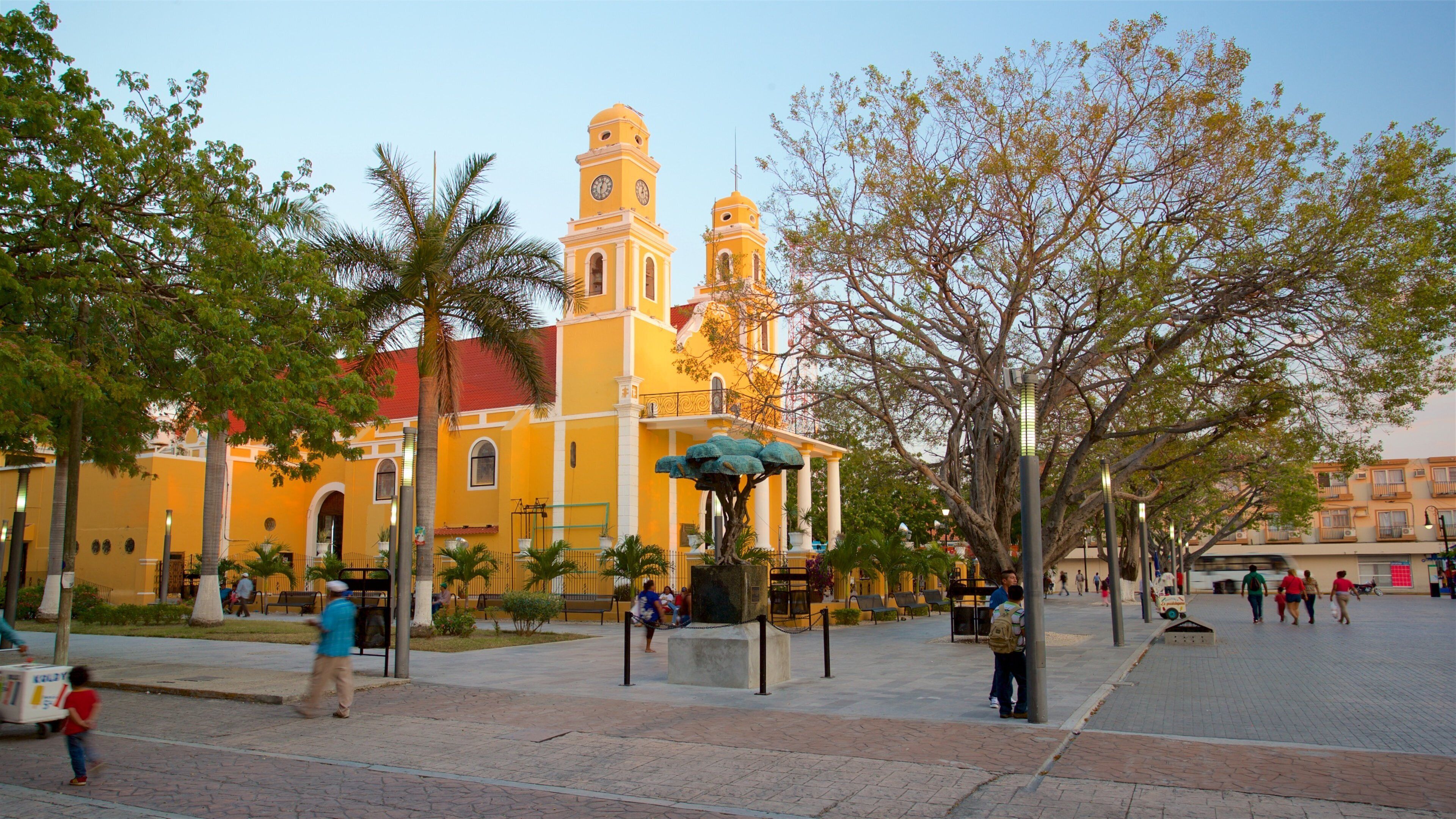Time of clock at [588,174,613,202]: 12:30
